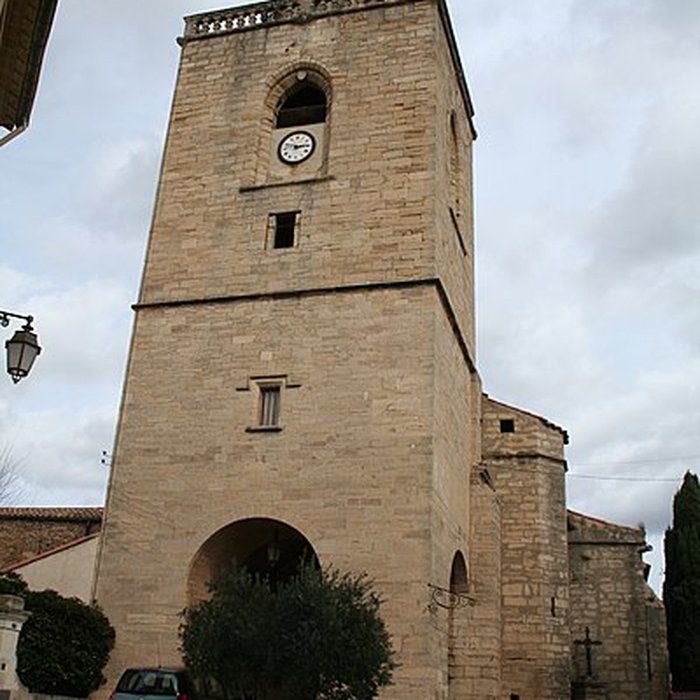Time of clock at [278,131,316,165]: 2:48
